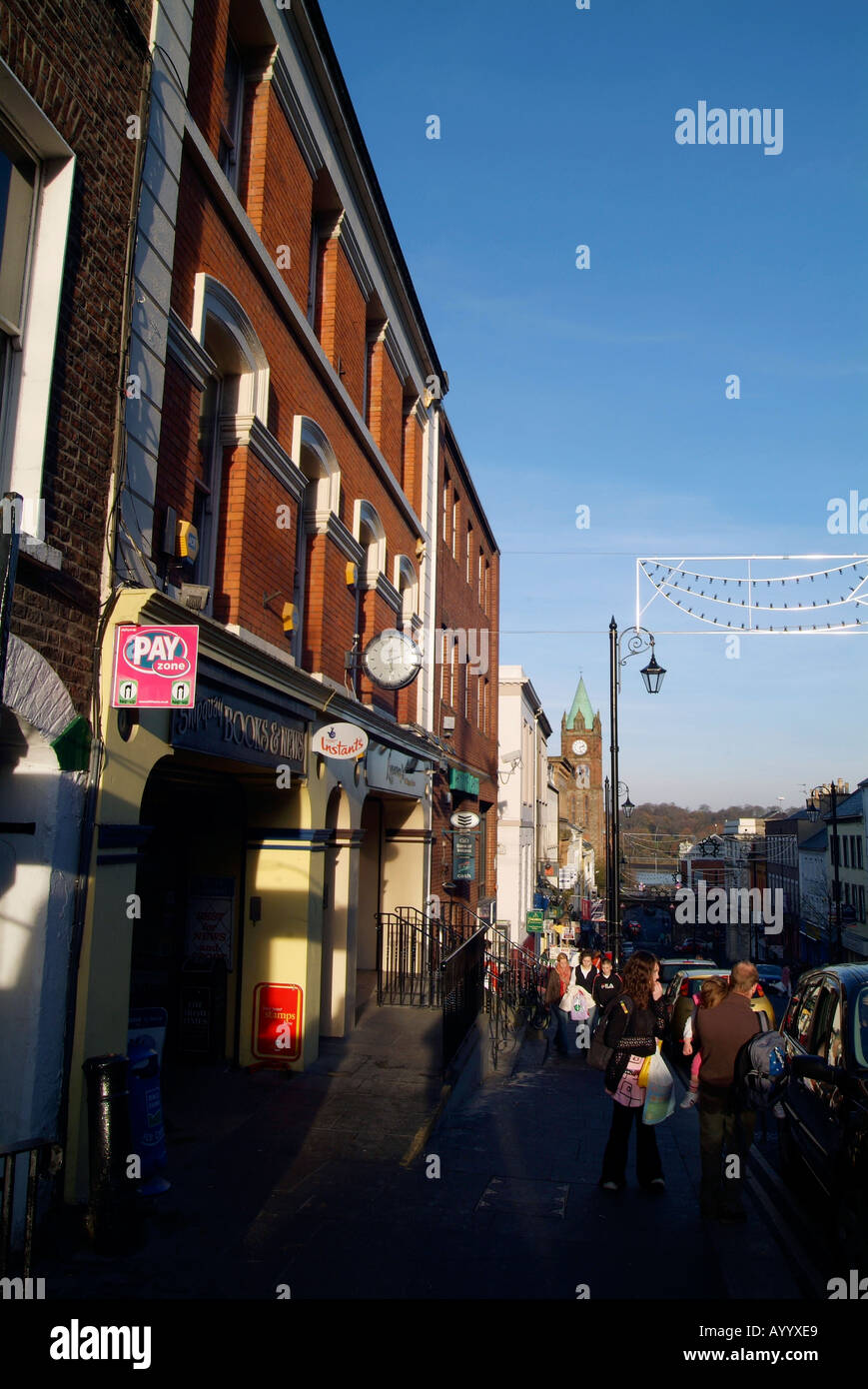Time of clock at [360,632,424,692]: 12:28
